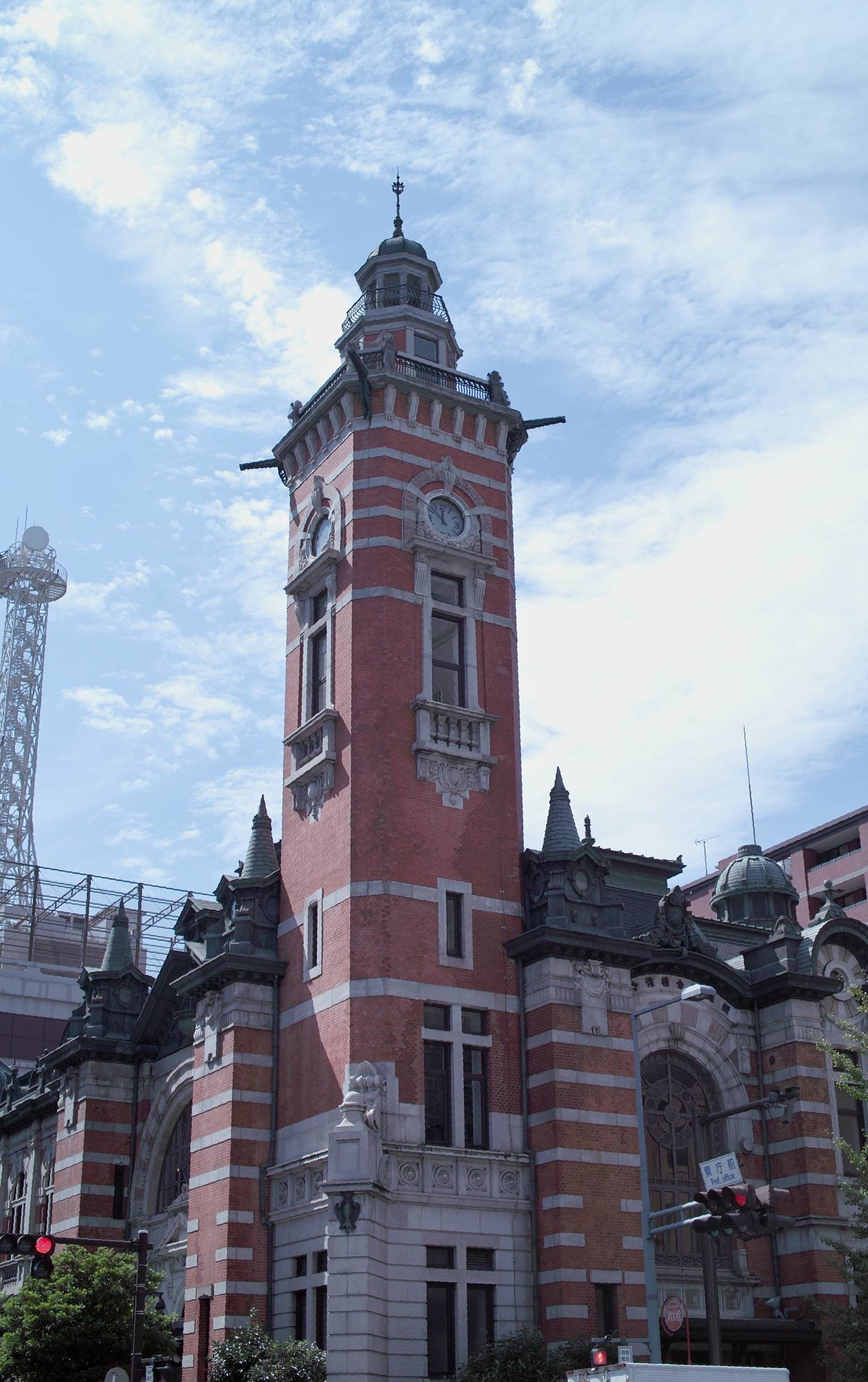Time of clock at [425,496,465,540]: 11:52
